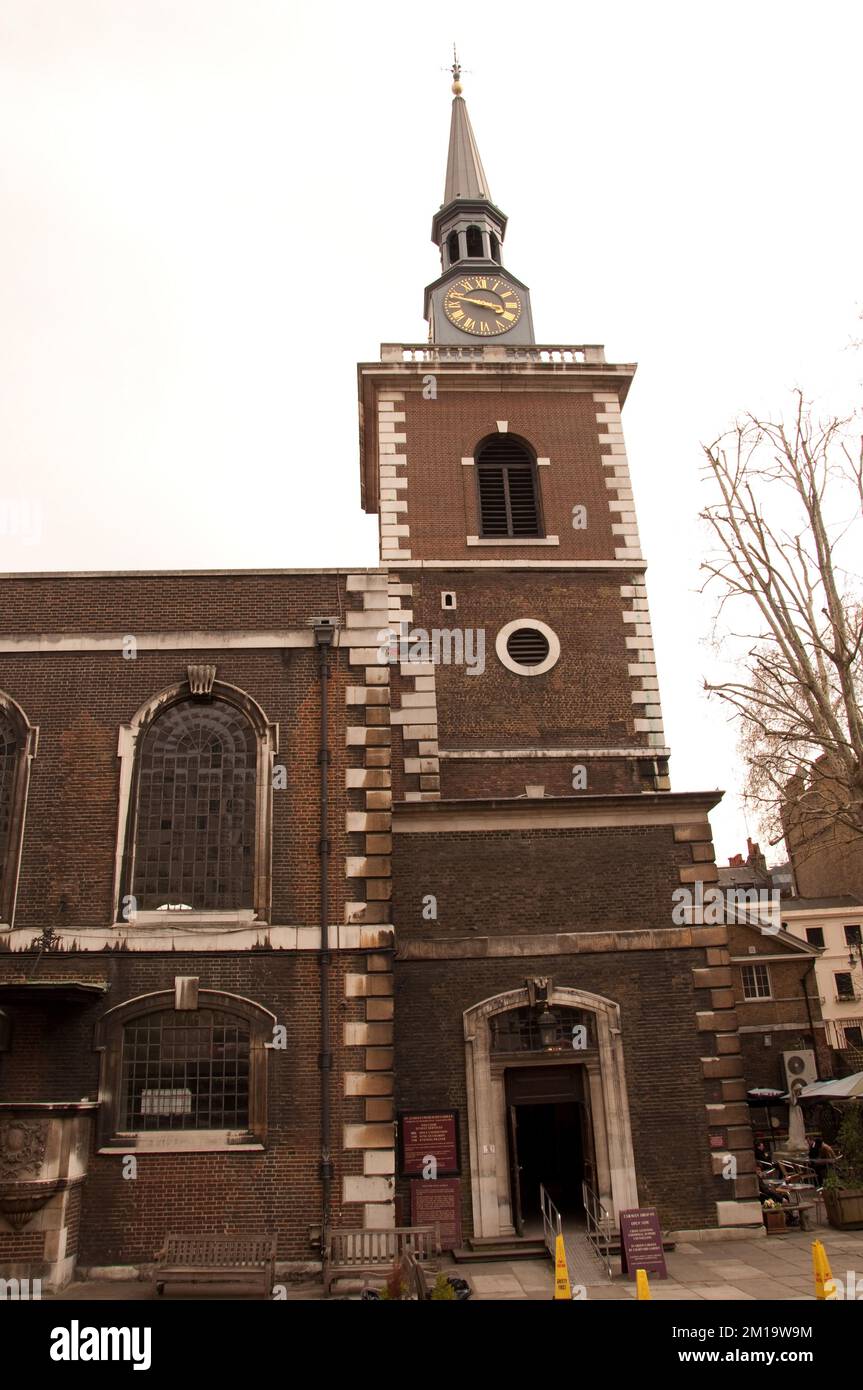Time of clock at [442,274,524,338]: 3:47
